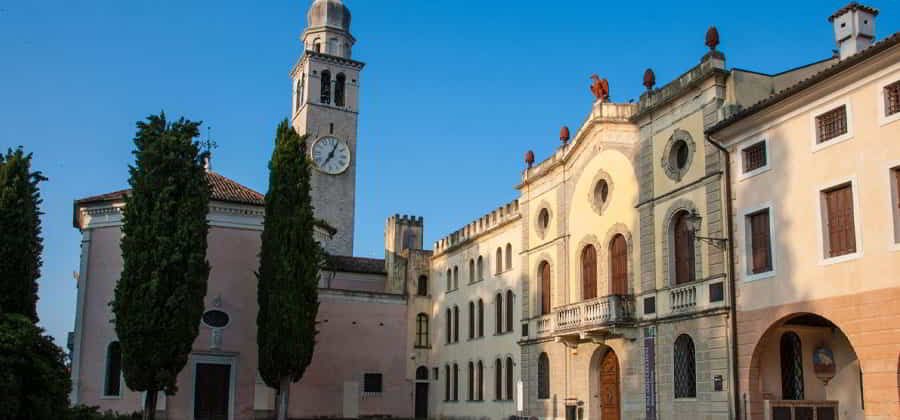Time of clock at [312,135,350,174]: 7:04
